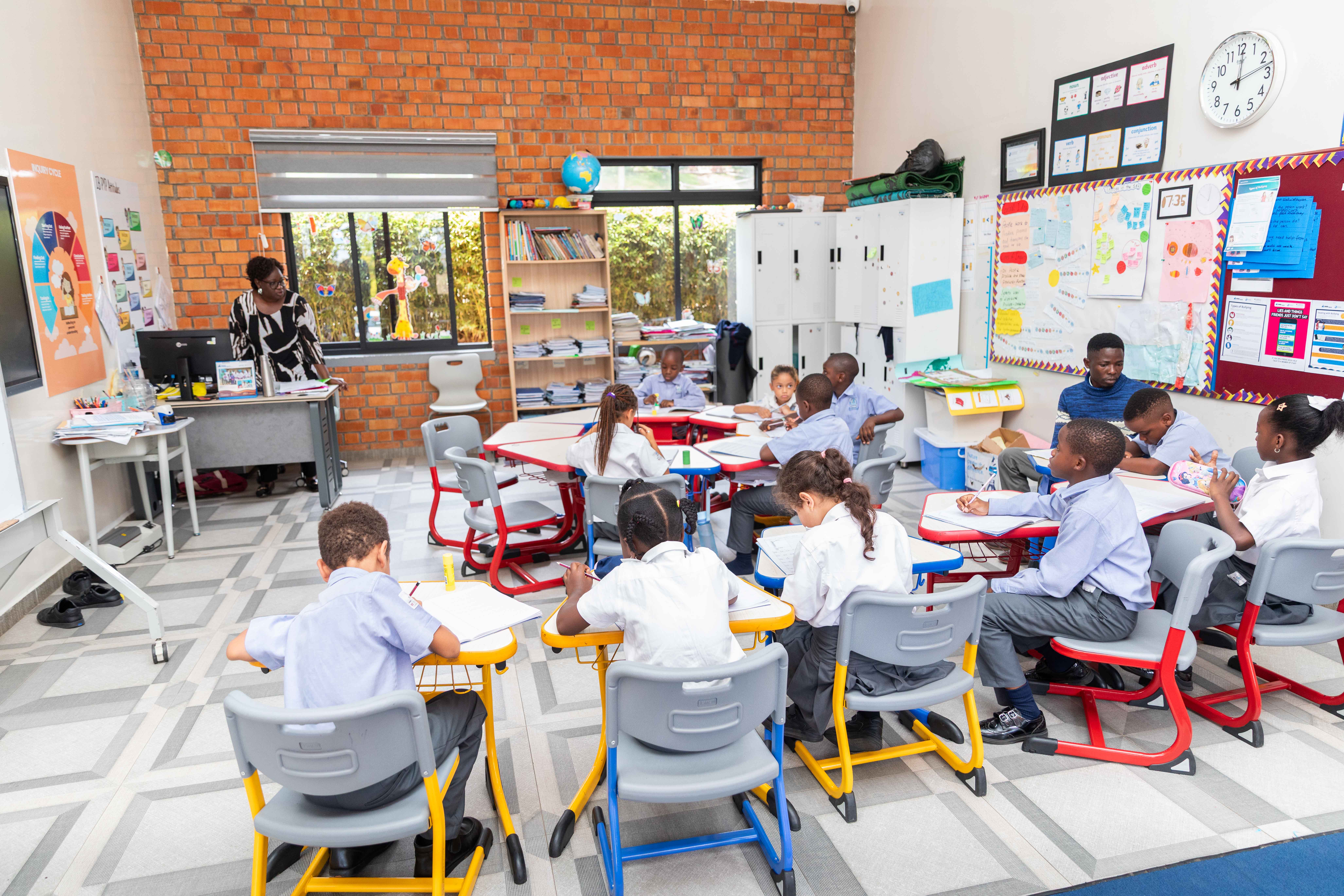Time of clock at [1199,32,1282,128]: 12:12
